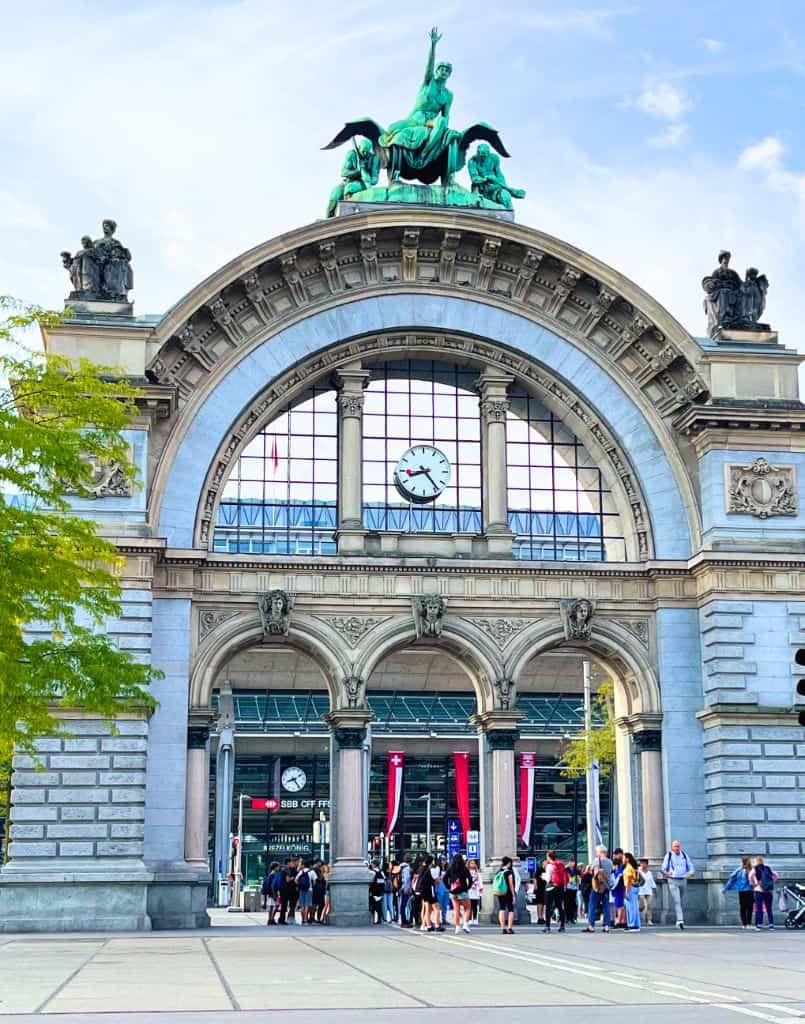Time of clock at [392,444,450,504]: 8:23
